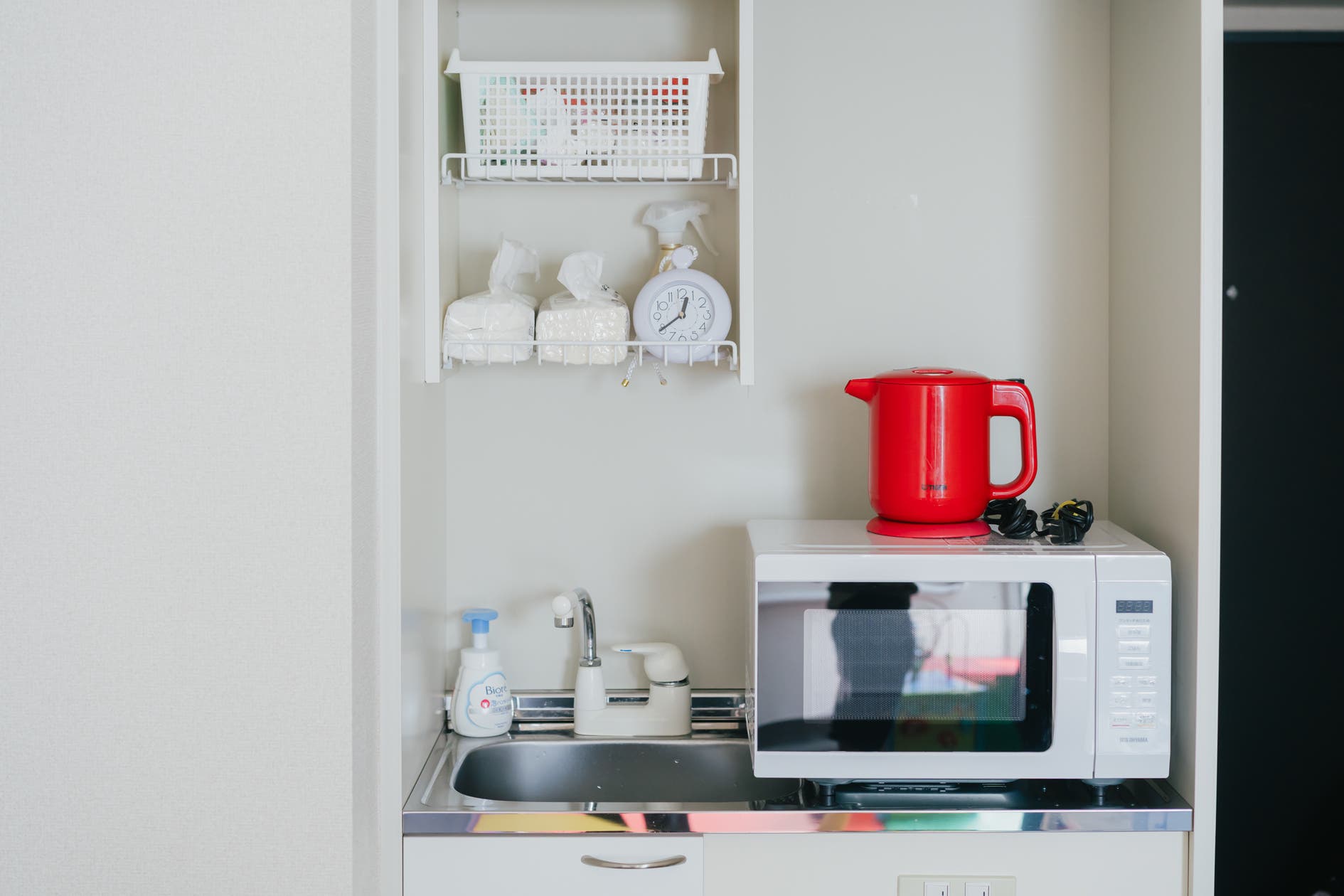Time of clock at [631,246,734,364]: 12:39
